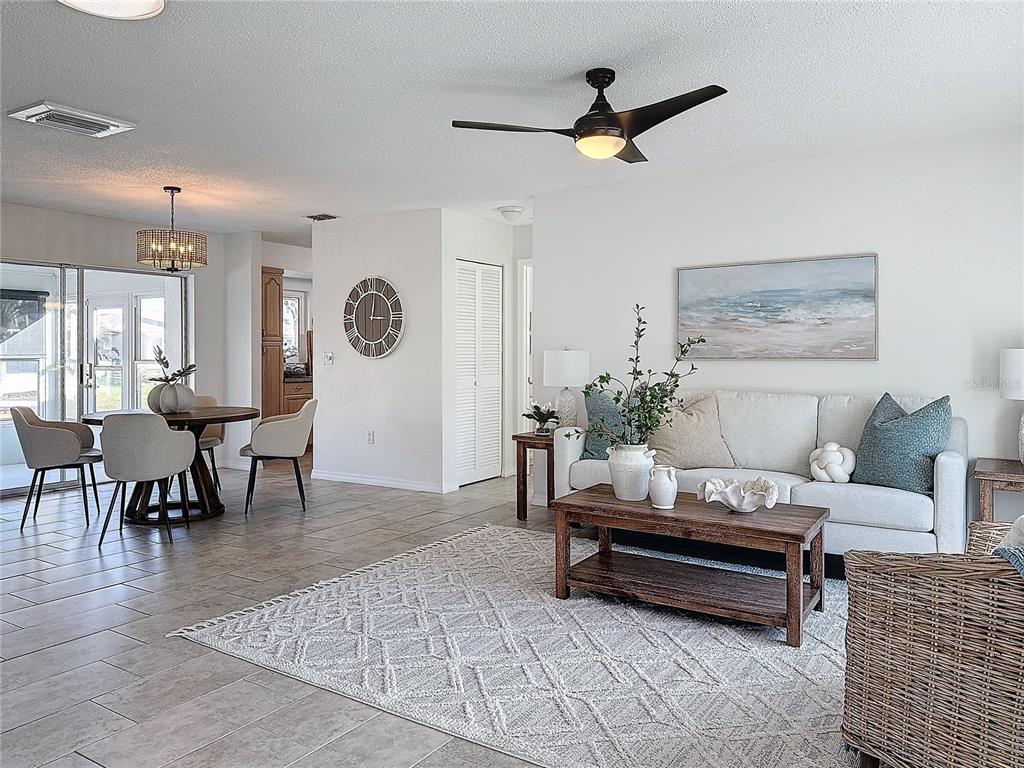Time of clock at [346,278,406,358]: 3:01
